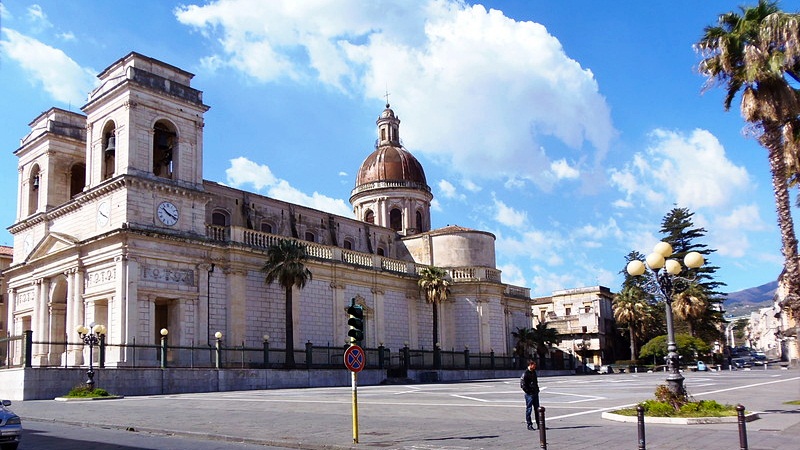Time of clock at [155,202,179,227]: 10:18
